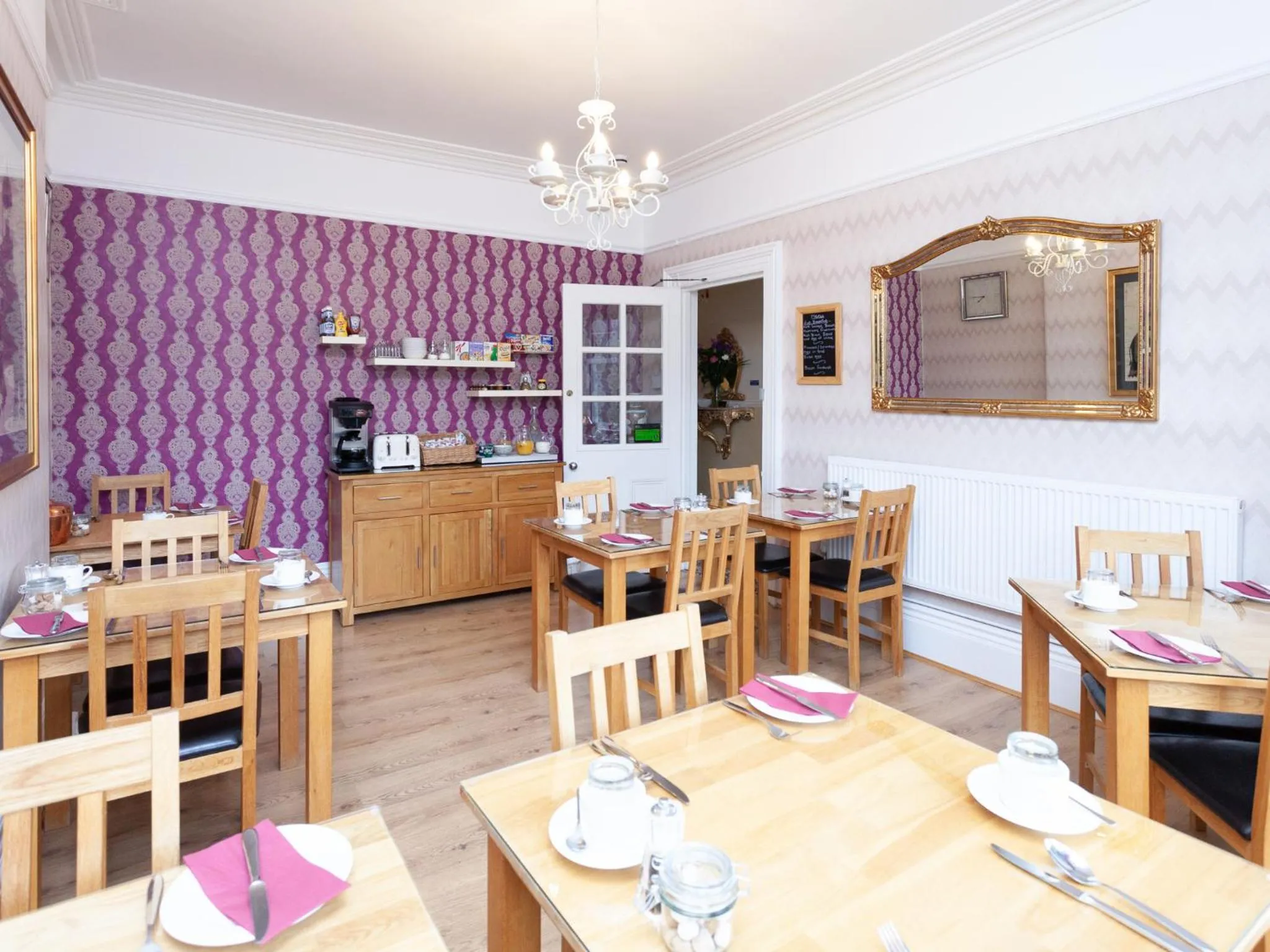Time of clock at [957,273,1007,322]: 7:45
